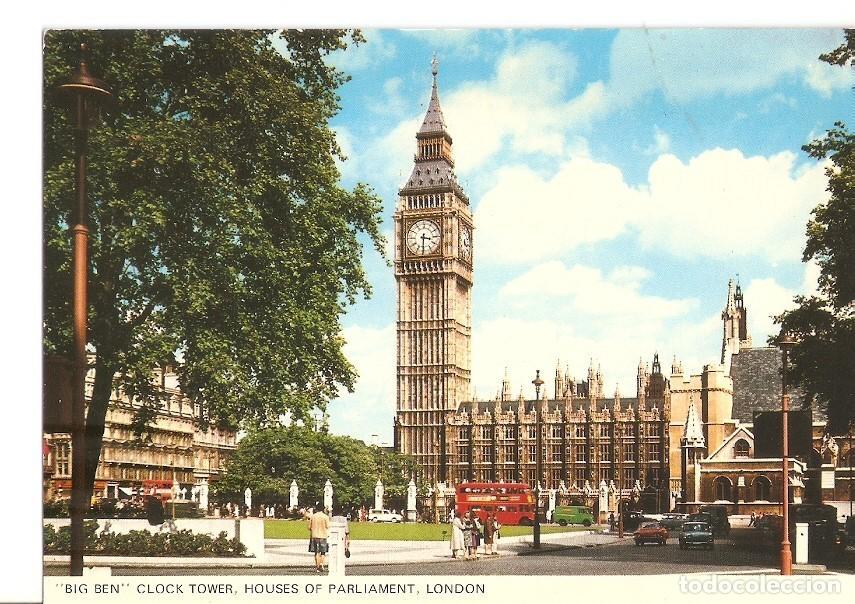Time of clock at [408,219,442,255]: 3:30
